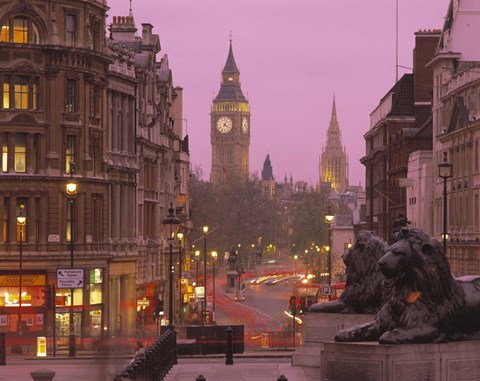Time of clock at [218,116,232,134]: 4:04
